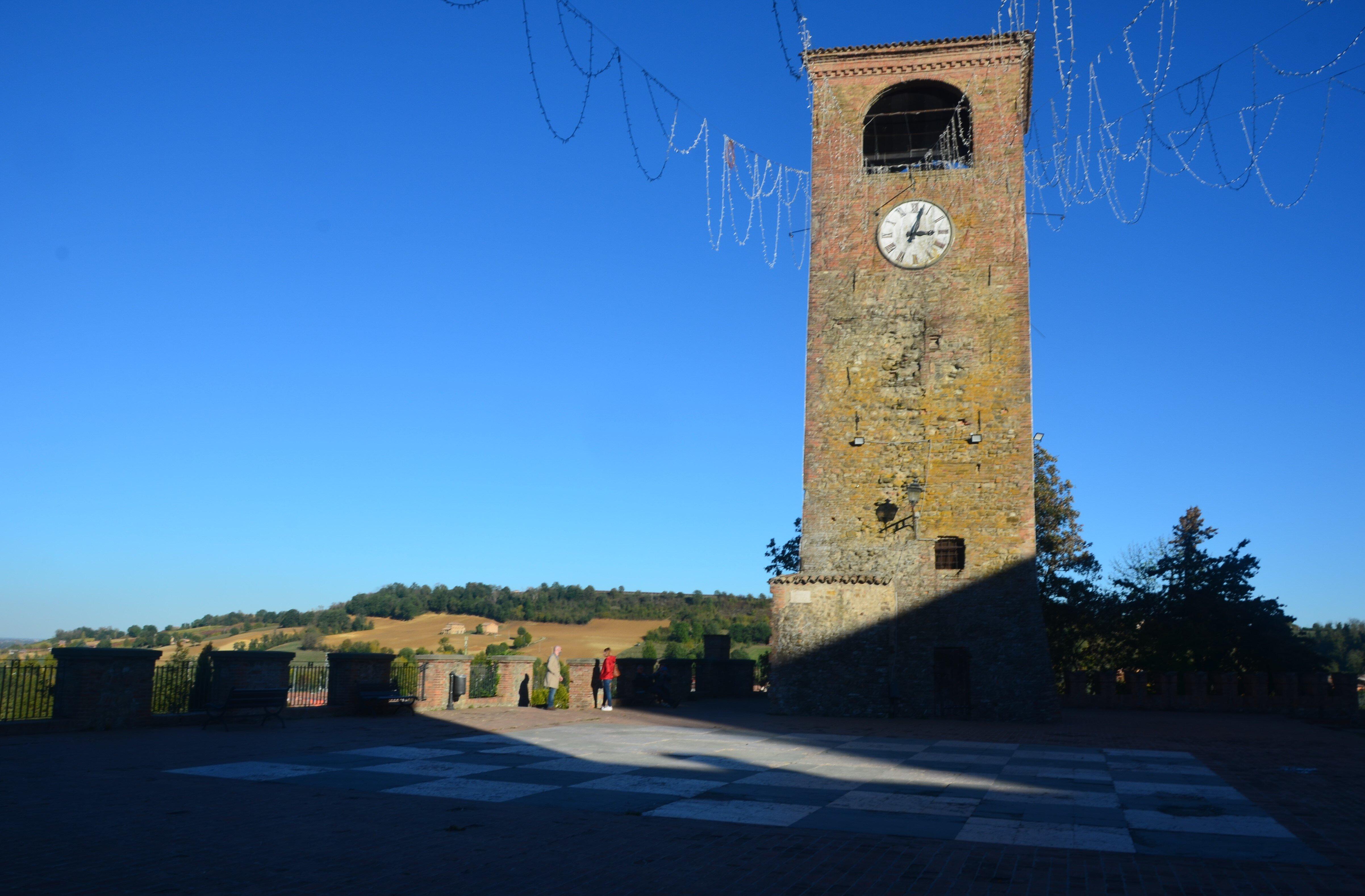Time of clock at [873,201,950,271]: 3:02
